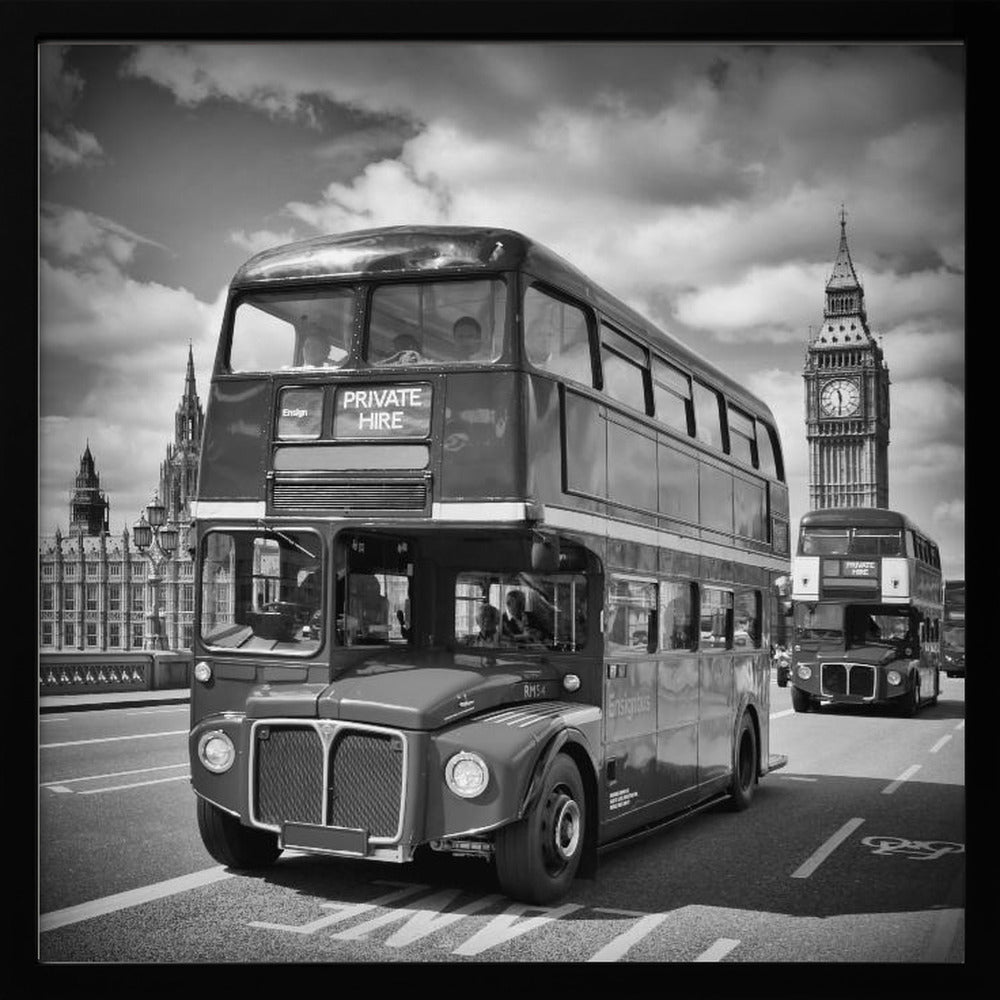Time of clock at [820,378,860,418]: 11:30
